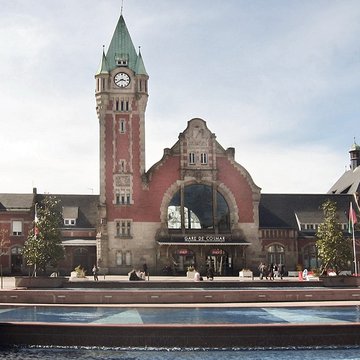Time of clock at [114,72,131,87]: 3:40
